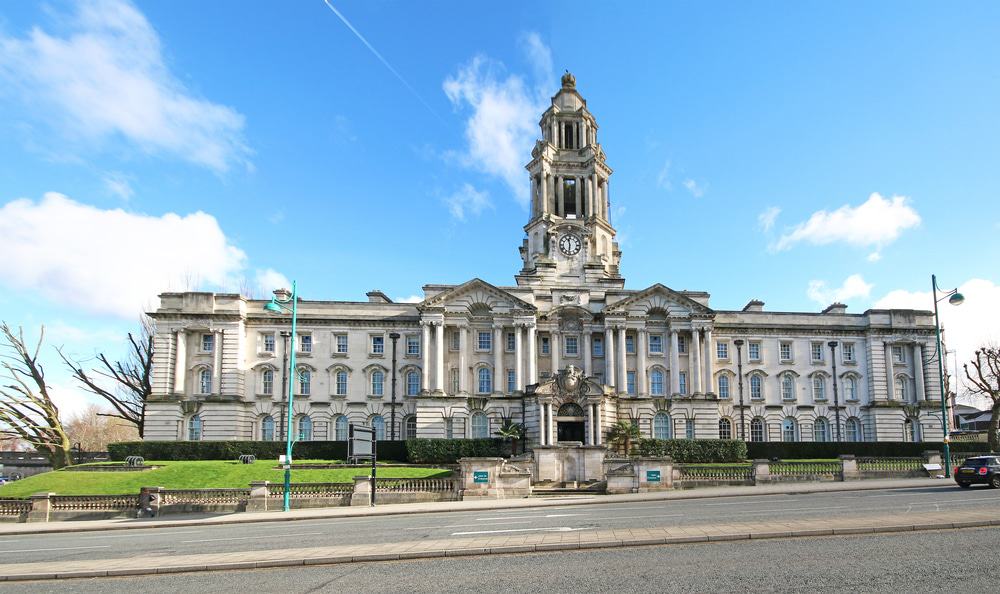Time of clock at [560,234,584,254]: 11:31
